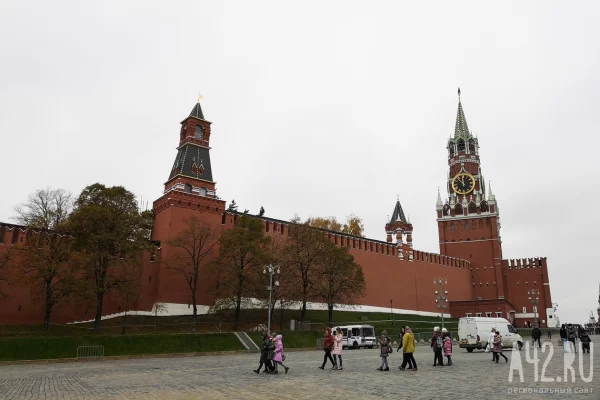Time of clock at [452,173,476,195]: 11:51
